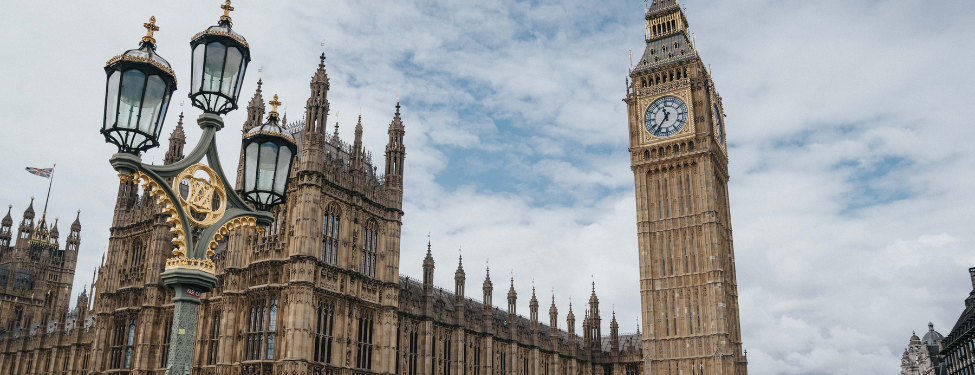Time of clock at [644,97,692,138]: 11:36
